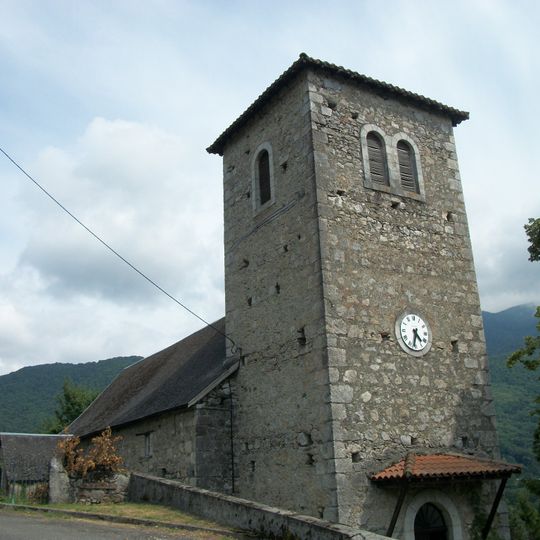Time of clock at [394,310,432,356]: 4:32
